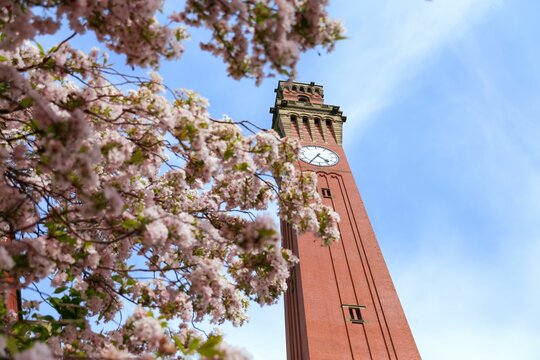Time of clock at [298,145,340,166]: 4:35
